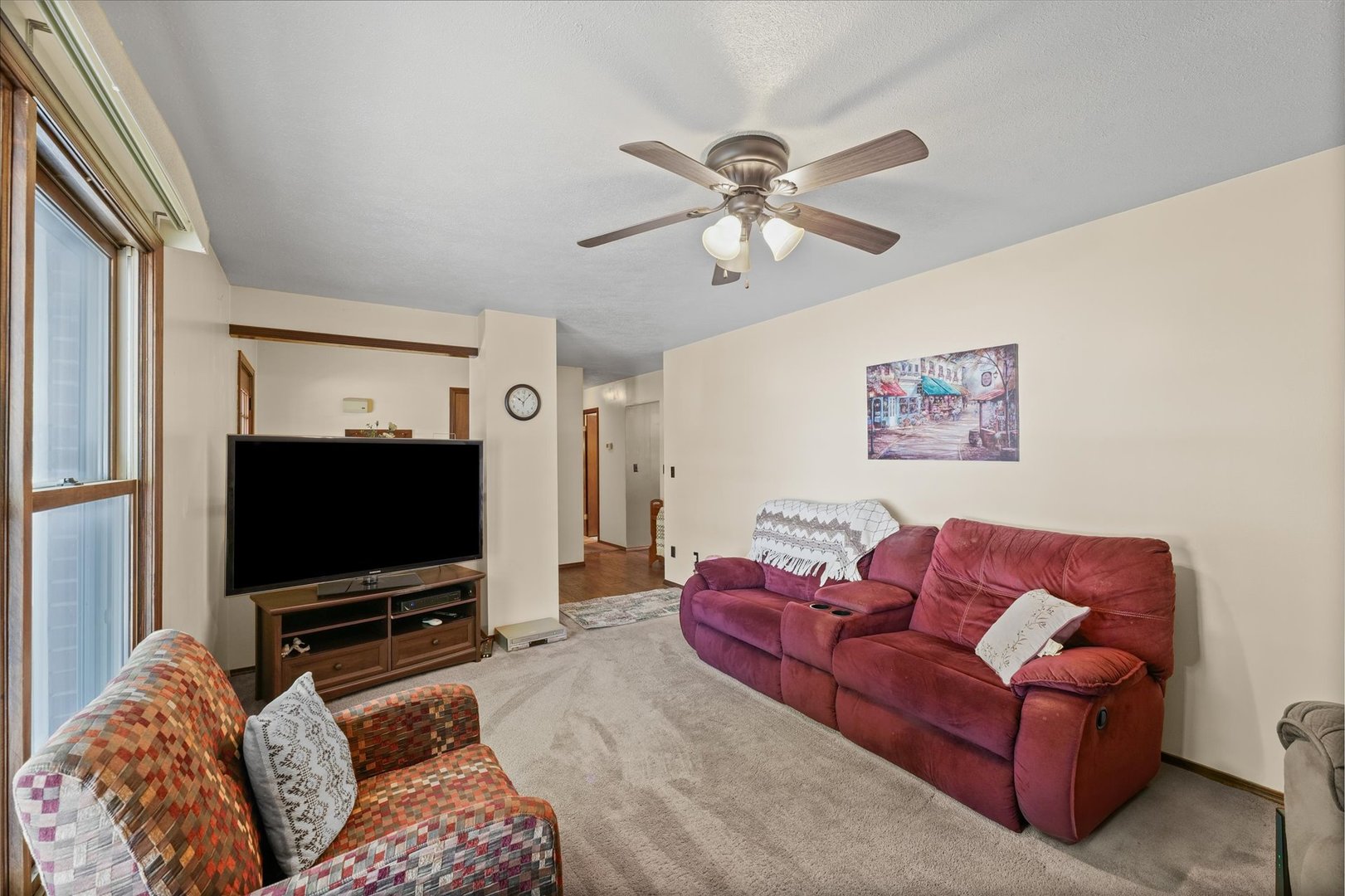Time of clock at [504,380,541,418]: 10:06
